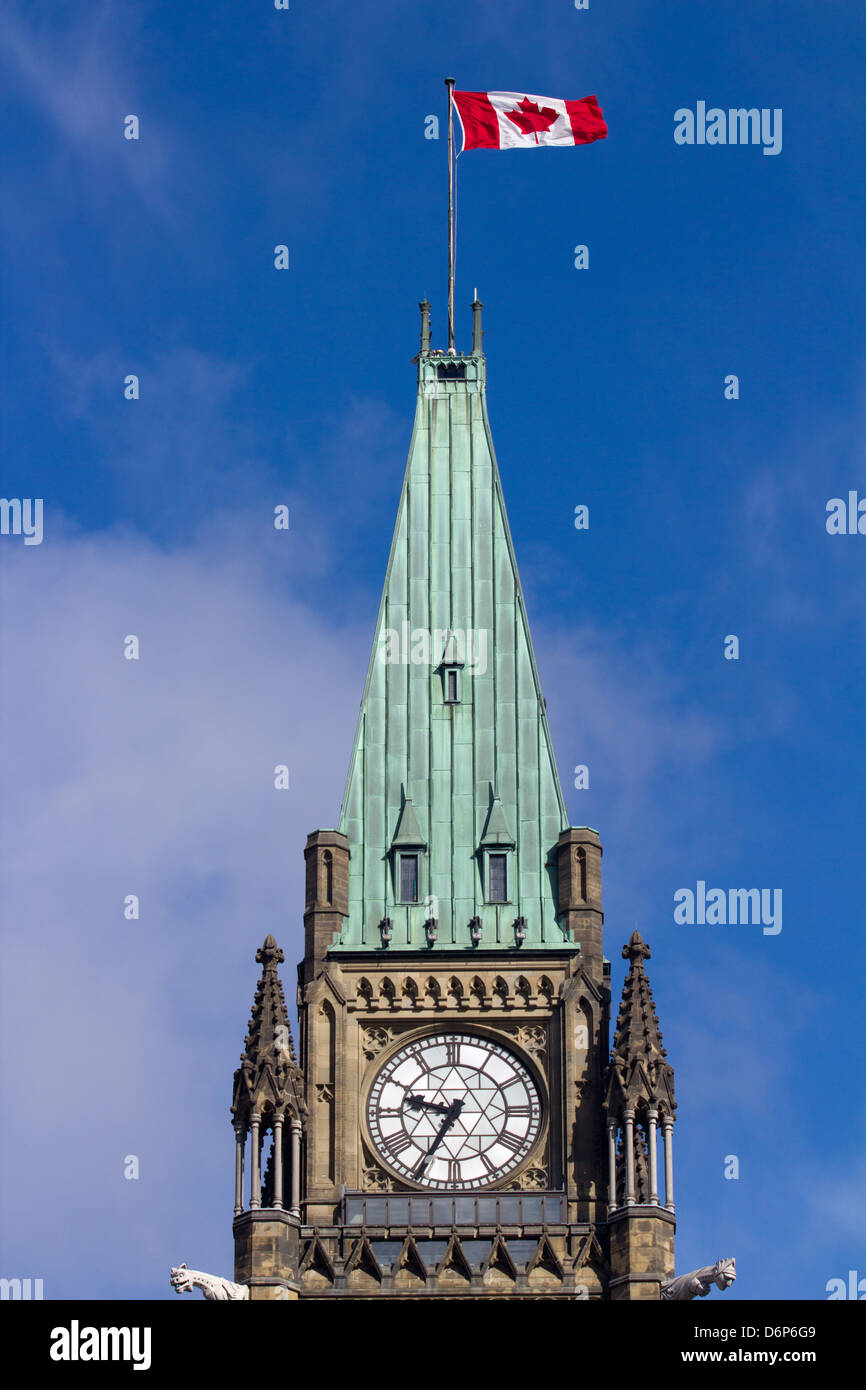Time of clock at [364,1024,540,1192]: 9:34
